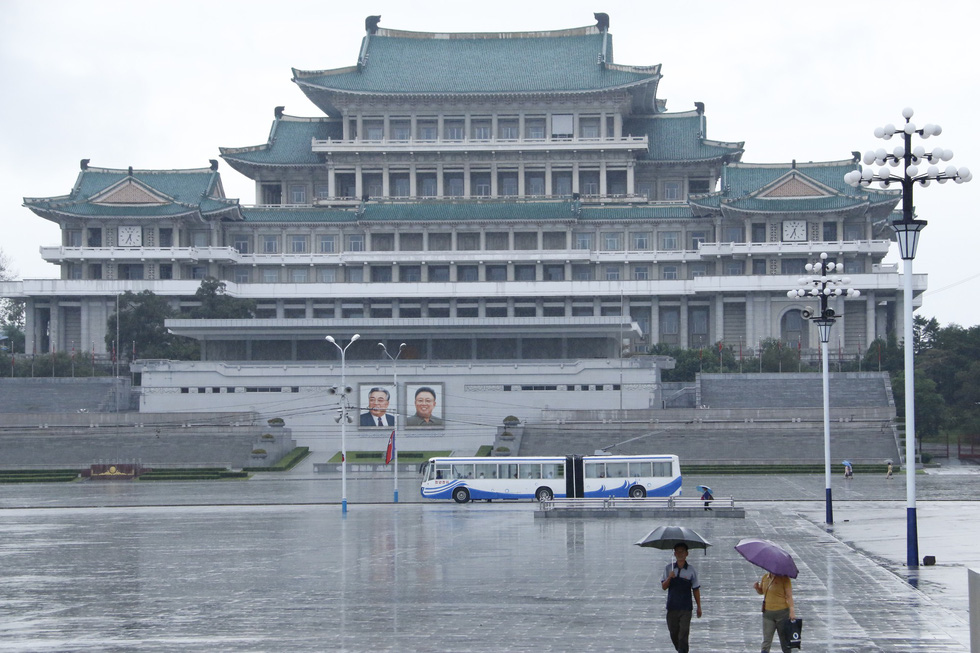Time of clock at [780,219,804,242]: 5:34
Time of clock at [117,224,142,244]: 5:34
